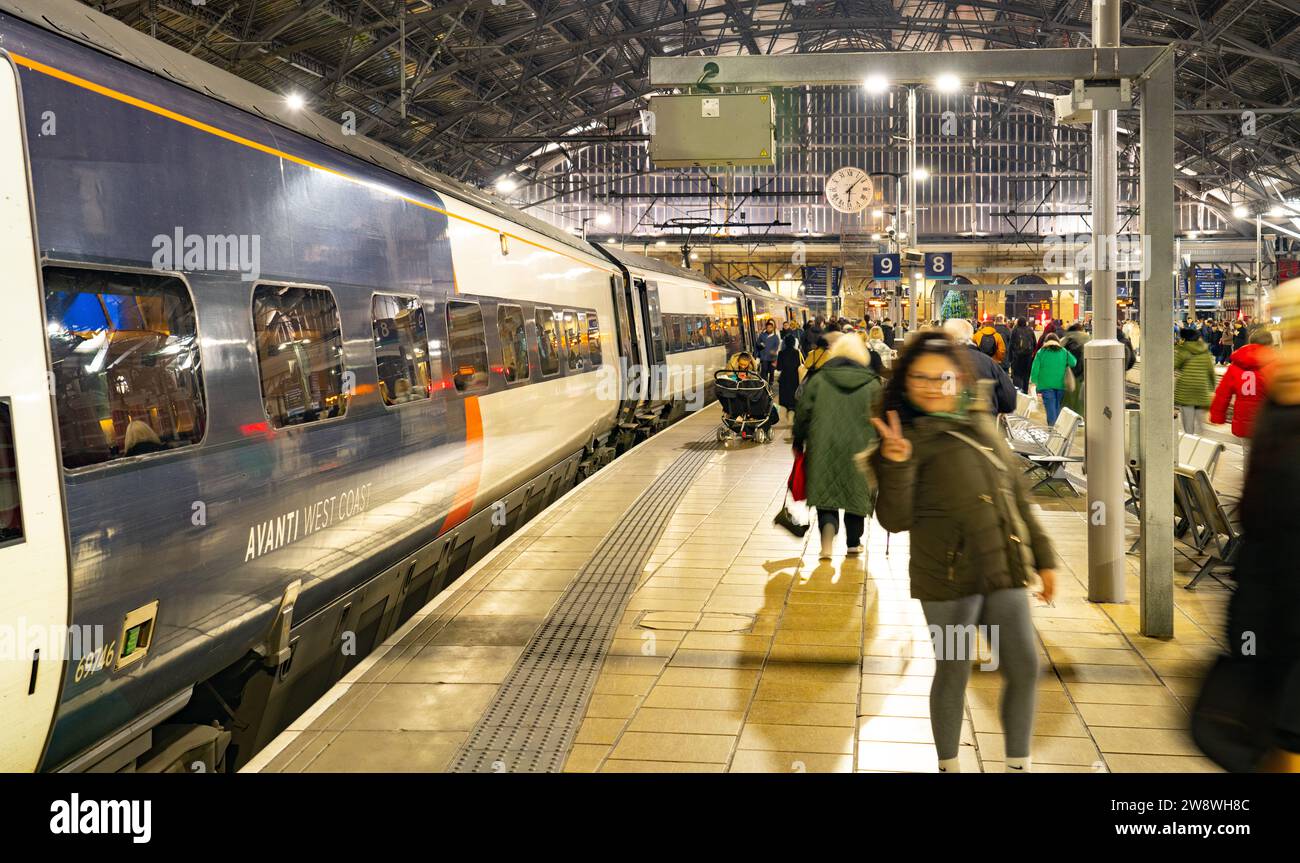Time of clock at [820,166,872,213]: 6:07
